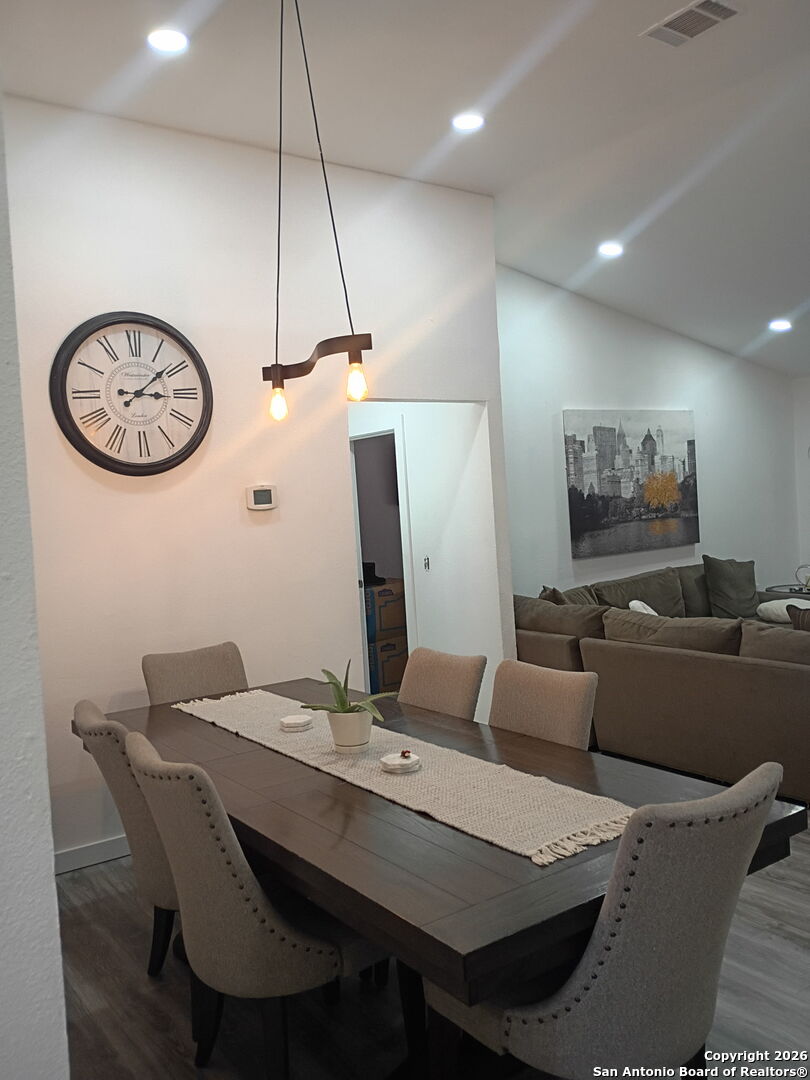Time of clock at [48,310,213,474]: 3:08
